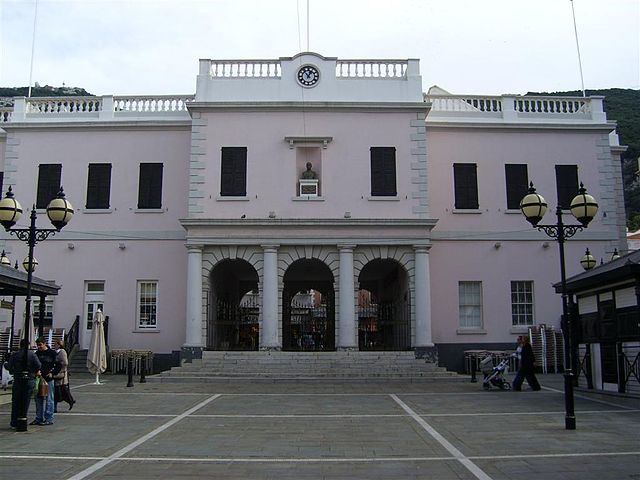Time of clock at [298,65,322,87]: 12:53
